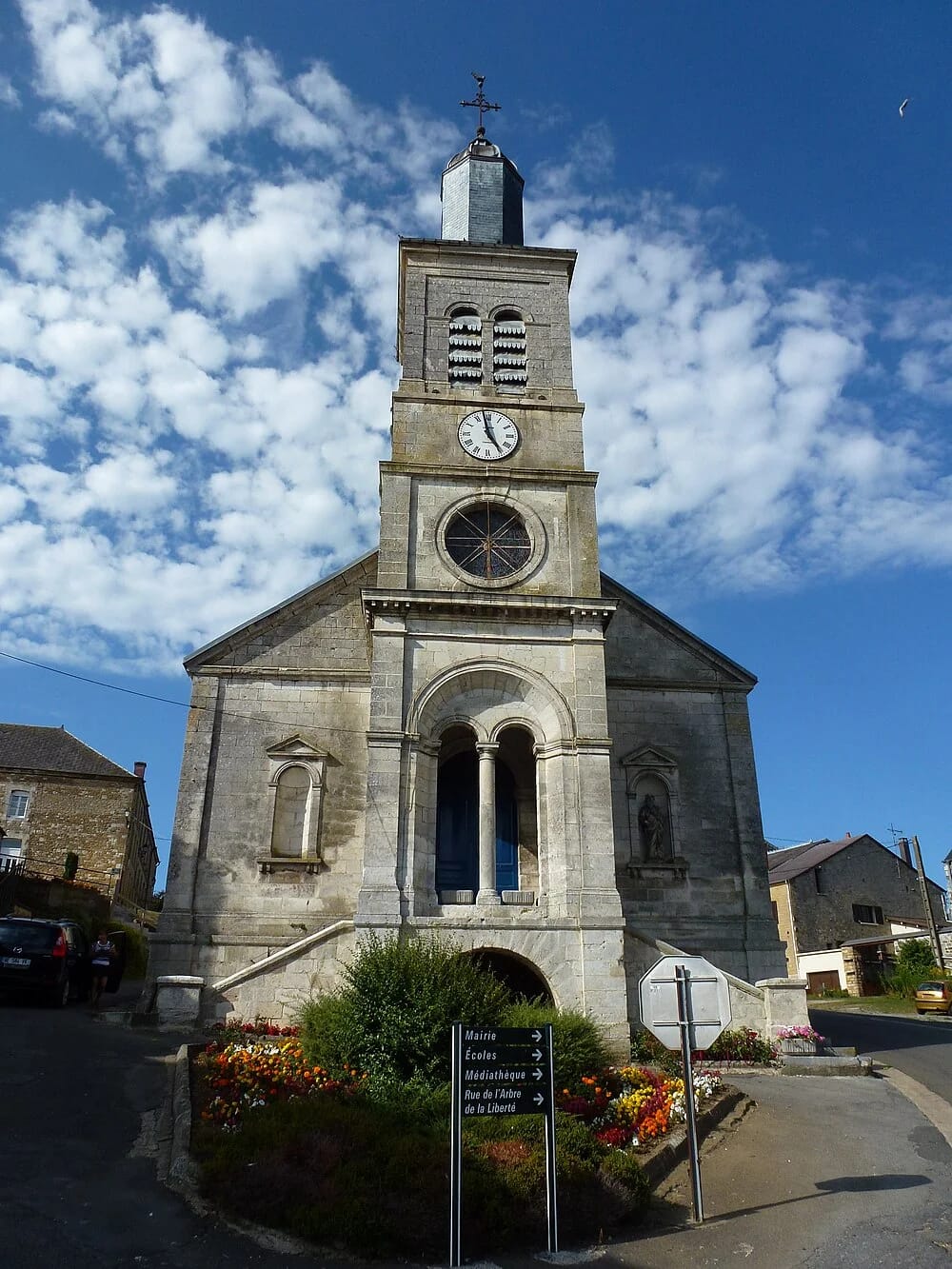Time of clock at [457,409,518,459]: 4:57
